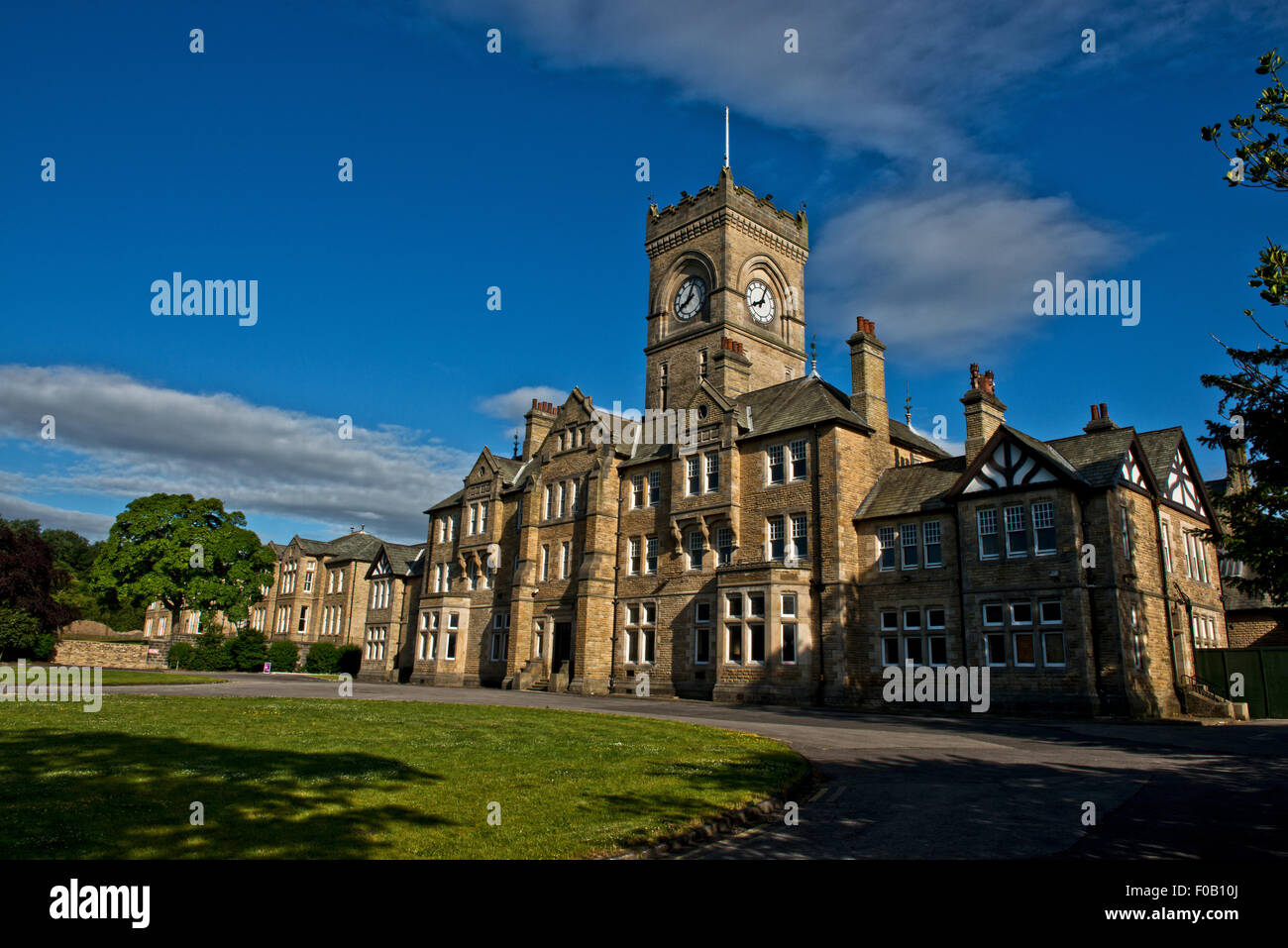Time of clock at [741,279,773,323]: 8:04
